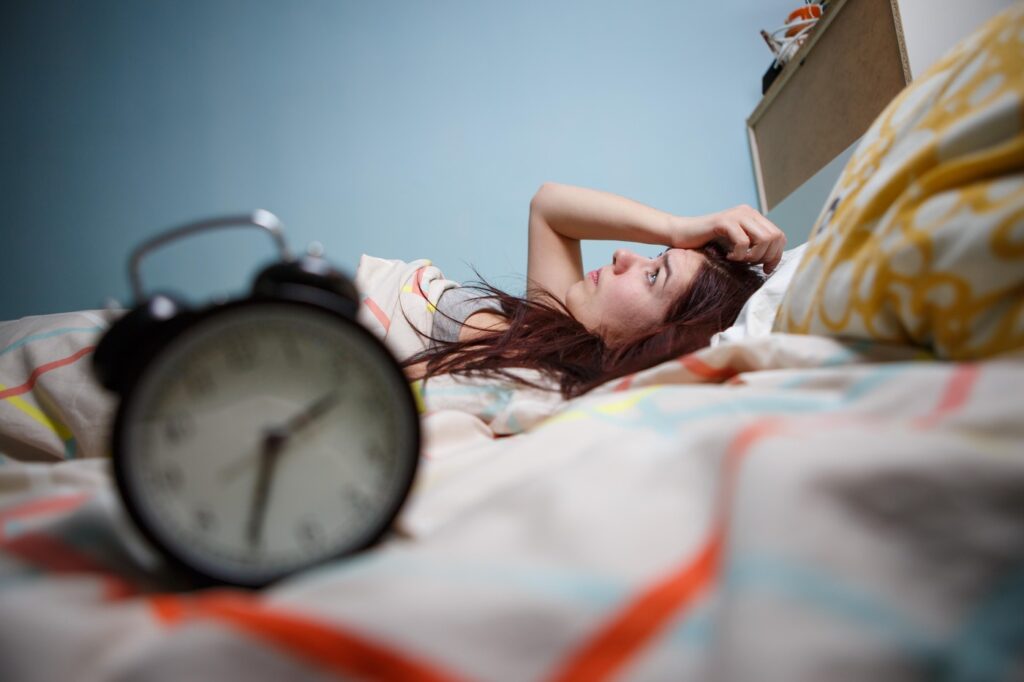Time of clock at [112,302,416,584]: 1:30
